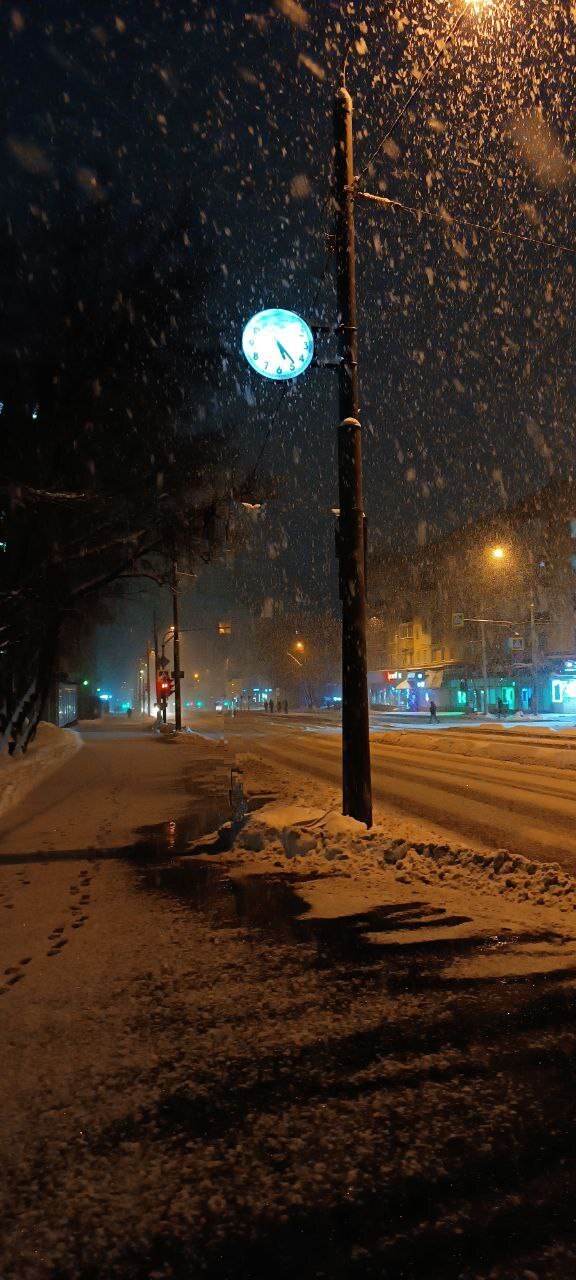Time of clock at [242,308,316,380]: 5:23
